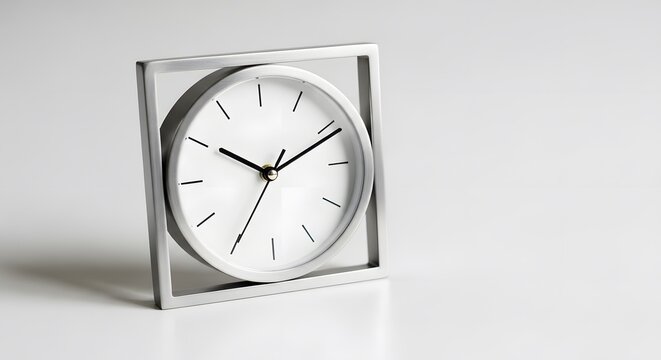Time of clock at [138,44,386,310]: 10:11
